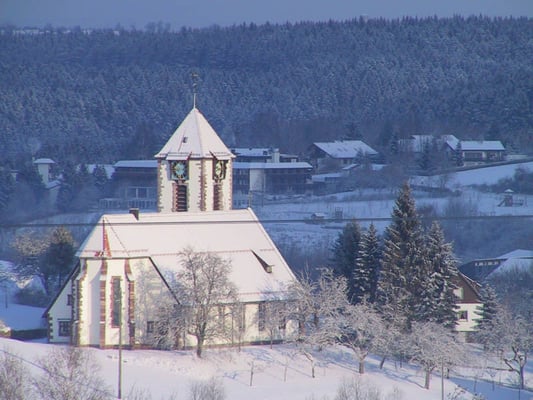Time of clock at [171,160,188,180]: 8:12
